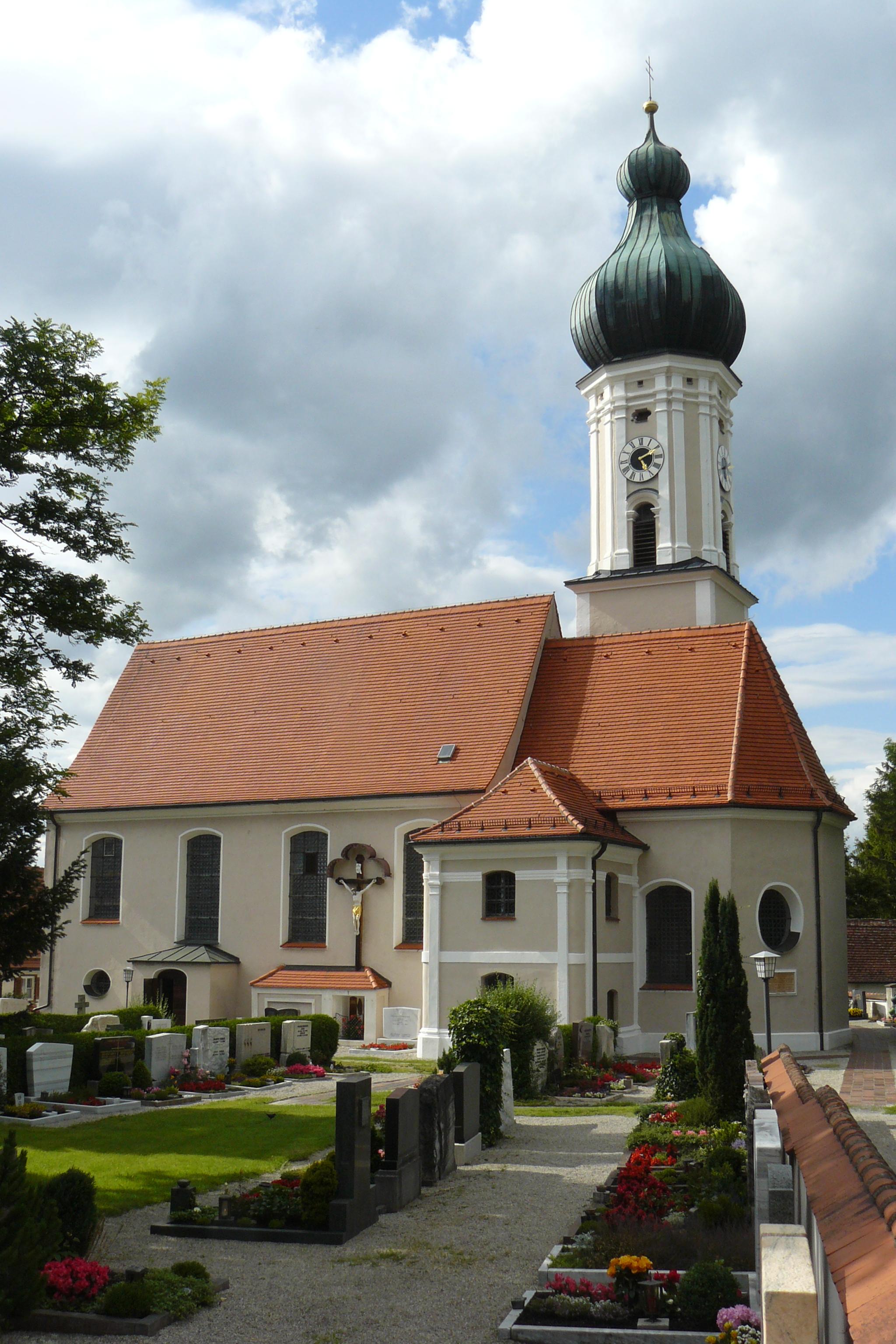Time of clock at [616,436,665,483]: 5:10
